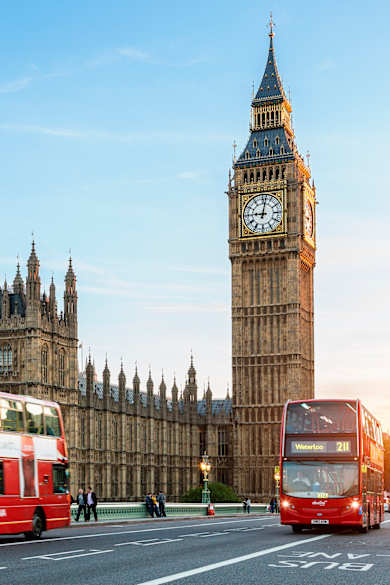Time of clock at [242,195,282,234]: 9:01
